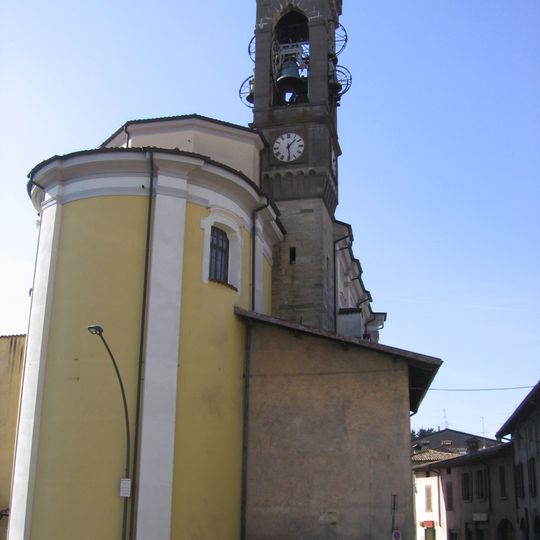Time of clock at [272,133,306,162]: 1:28
